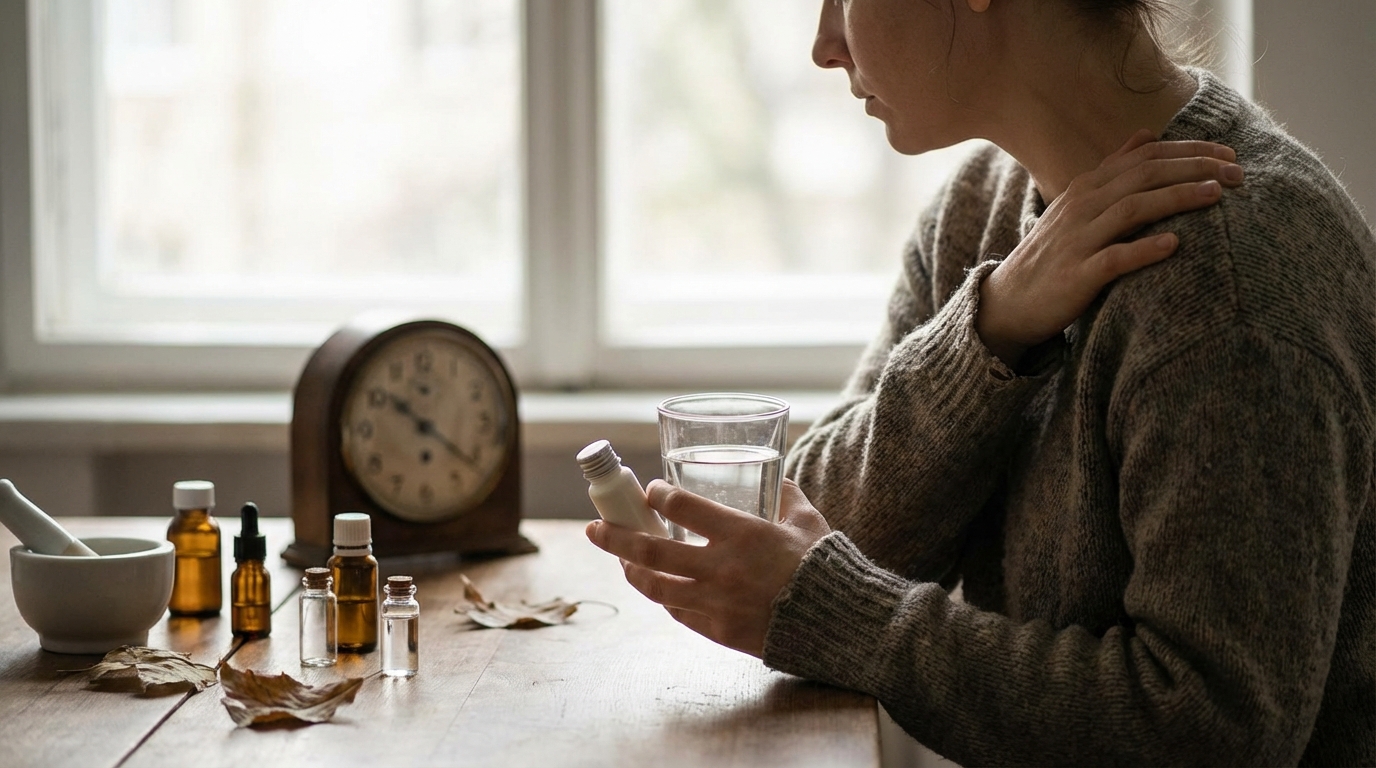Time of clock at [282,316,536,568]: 10:21
